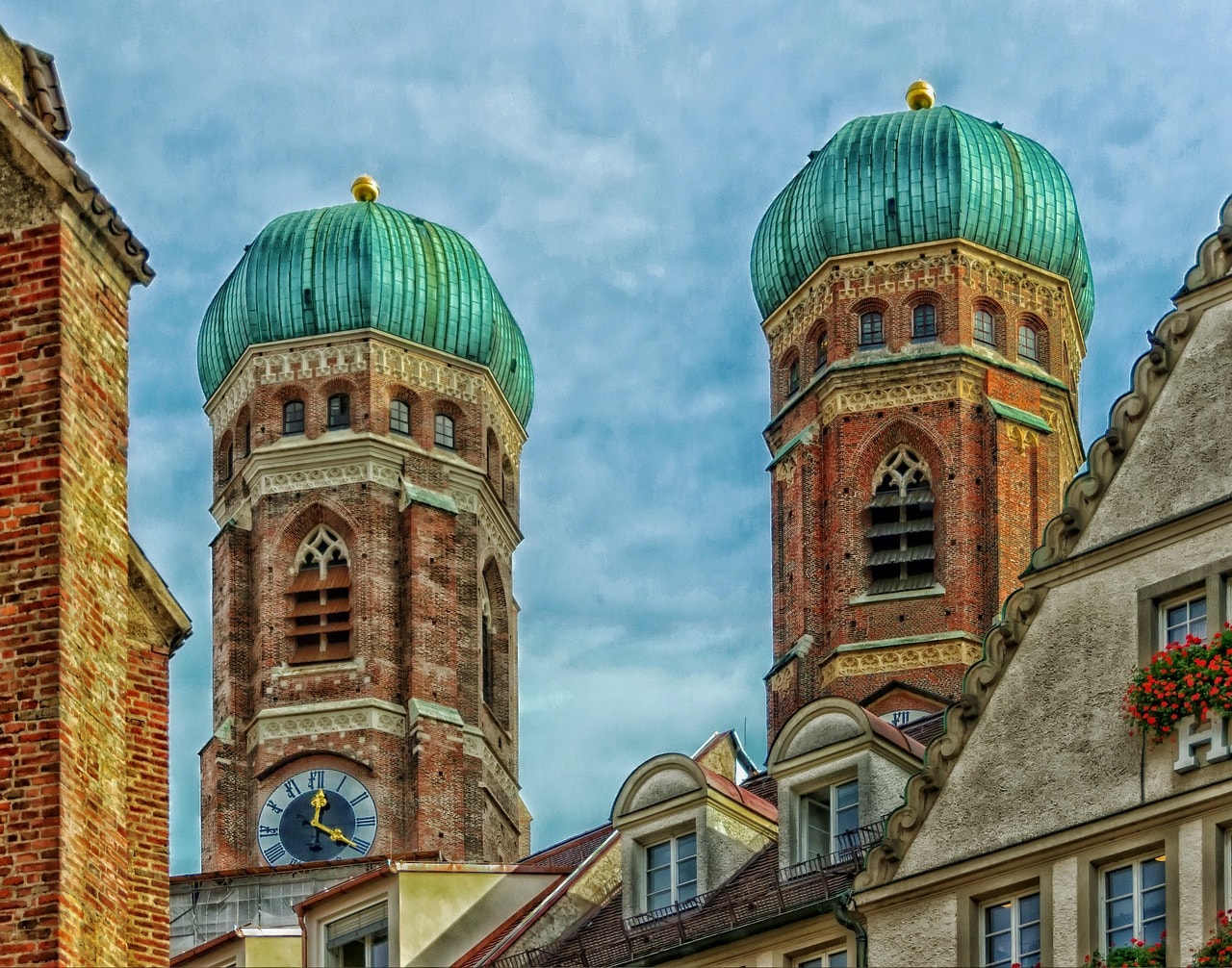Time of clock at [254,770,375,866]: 12:20
